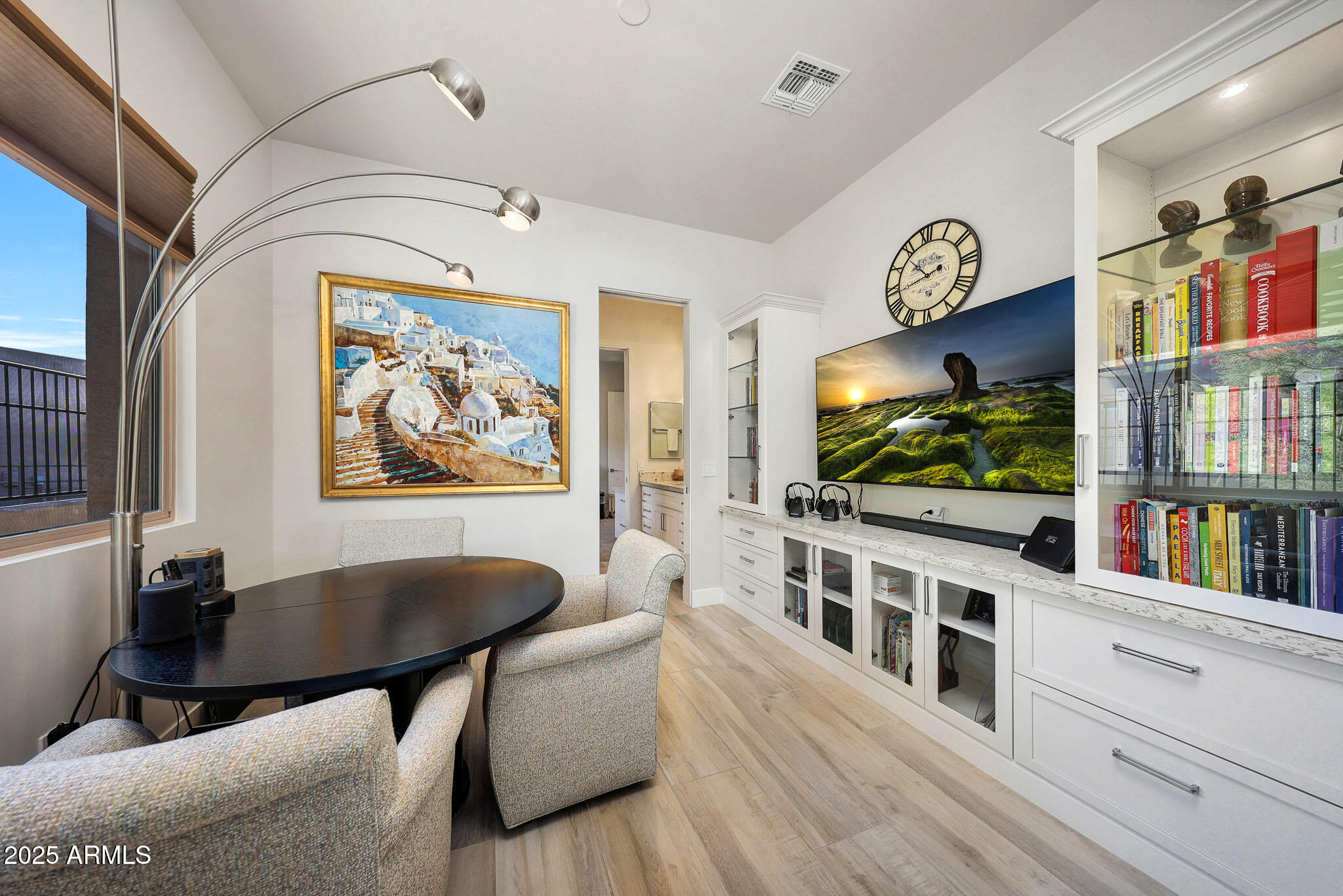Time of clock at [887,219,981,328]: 10:43
